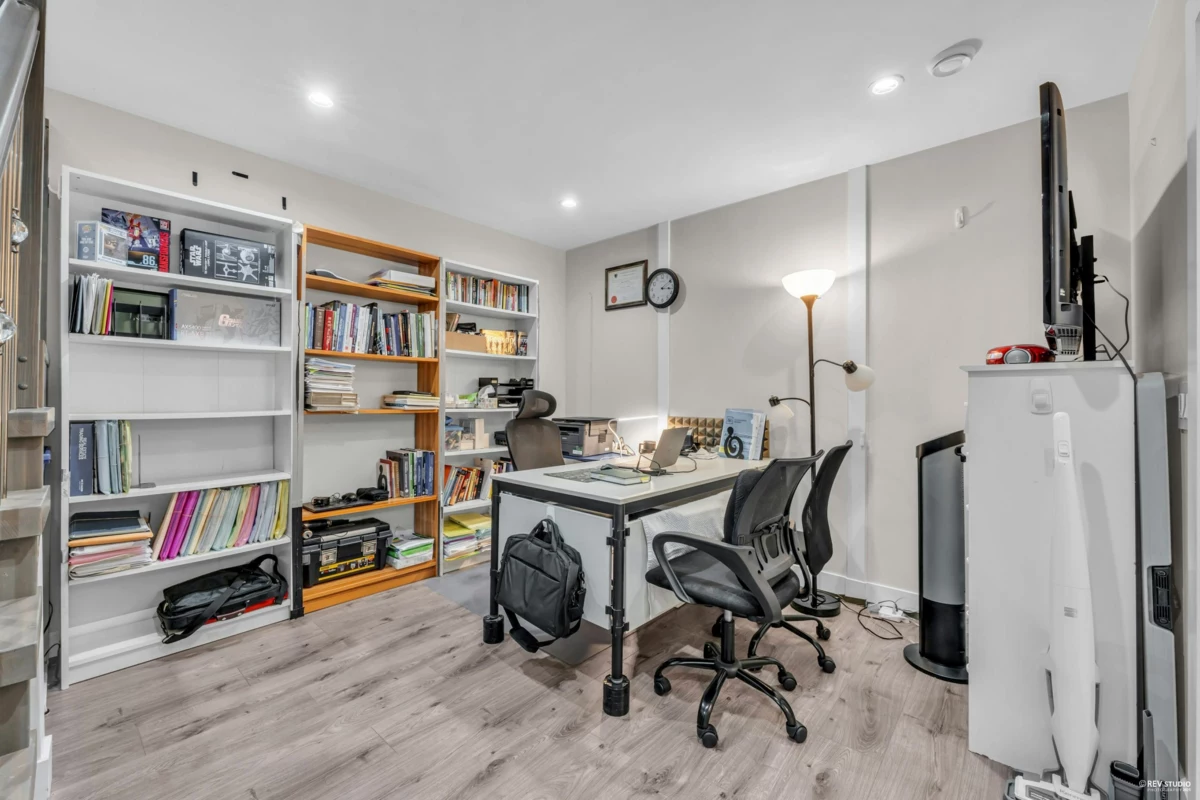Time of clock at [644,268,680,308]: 3:09
